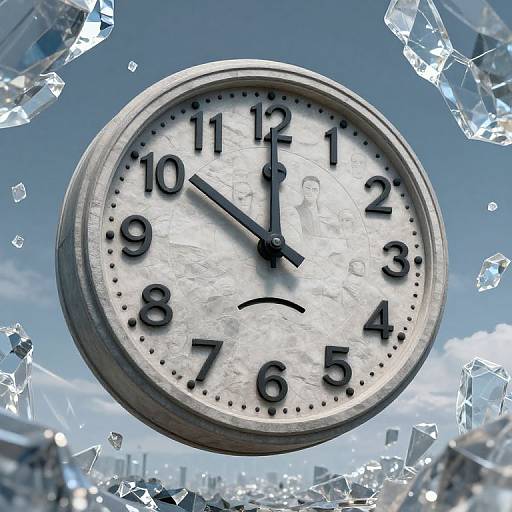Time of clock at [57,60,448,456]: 10:00
